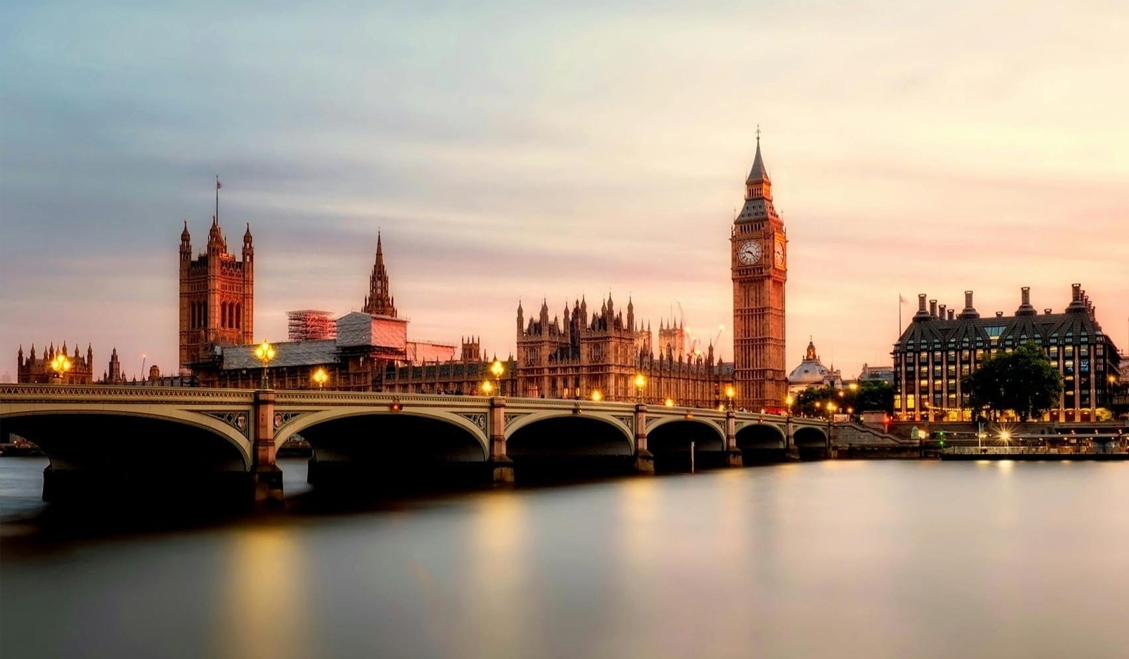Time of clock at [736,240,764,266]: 9:22
